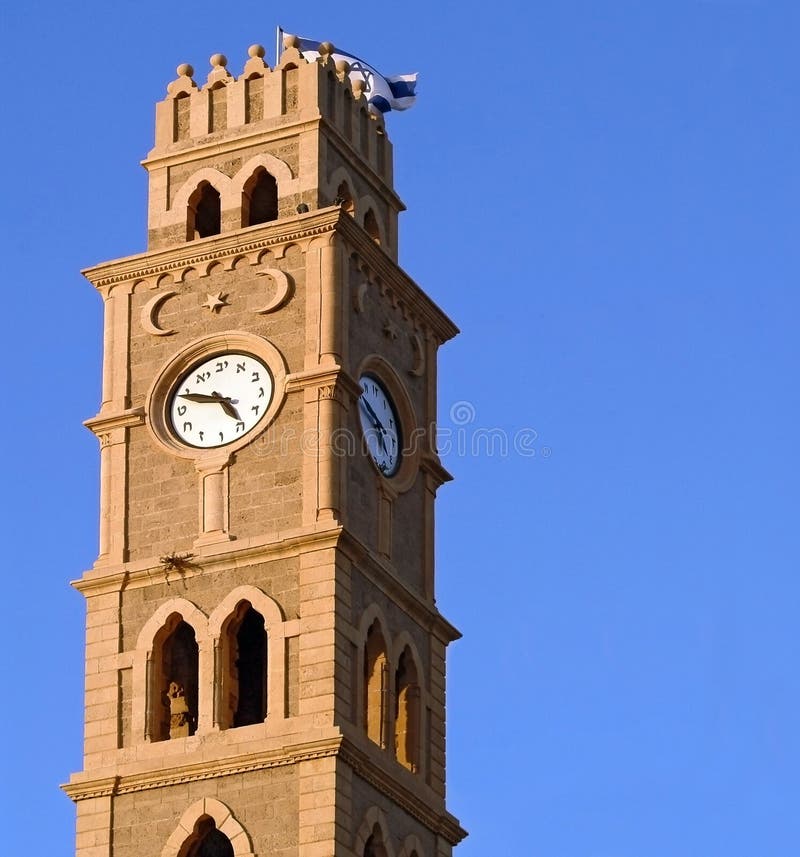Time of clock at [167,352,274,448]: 4:48
